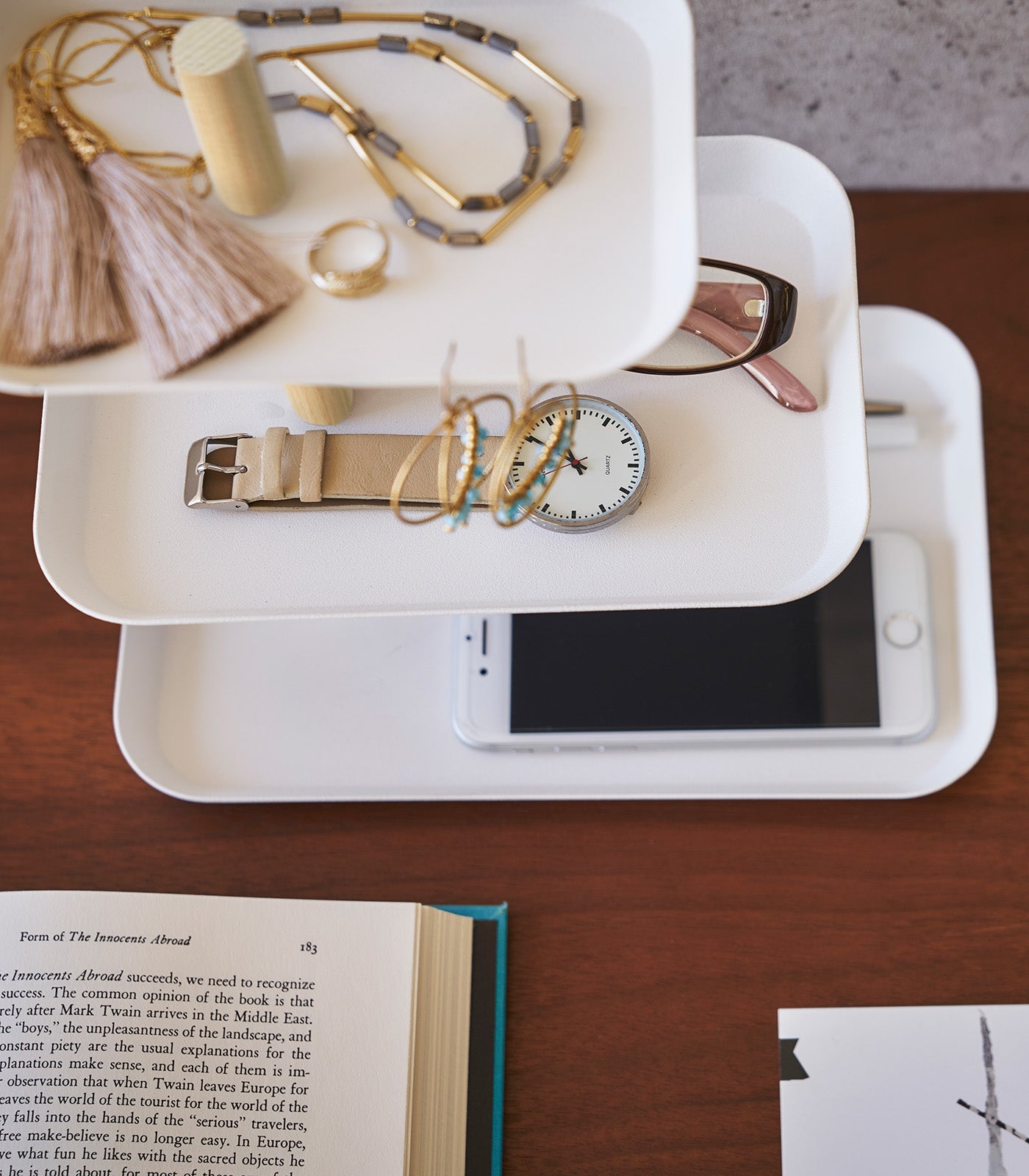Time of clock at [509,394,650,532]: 10:50
